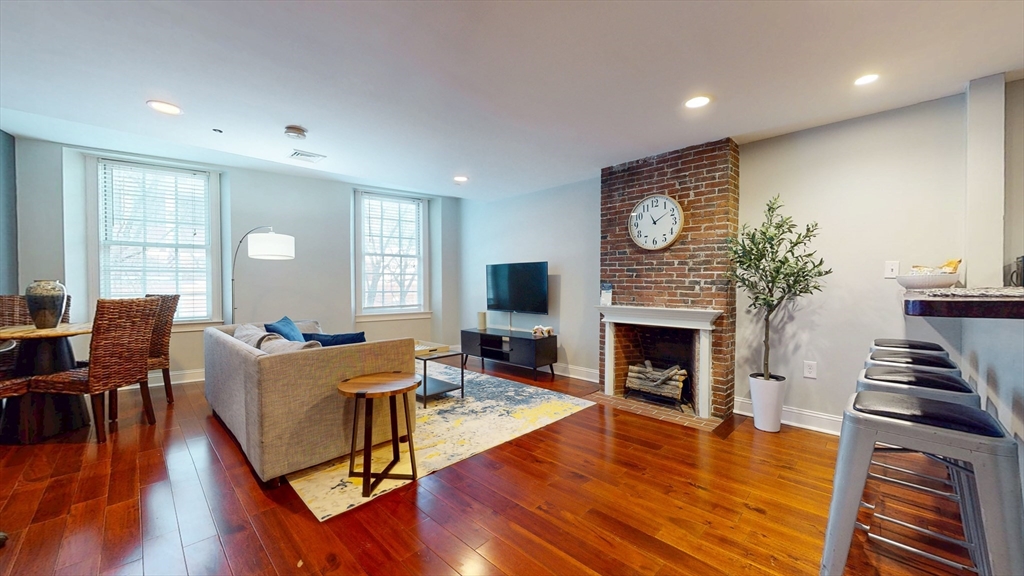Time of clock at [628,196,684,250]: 11:09
